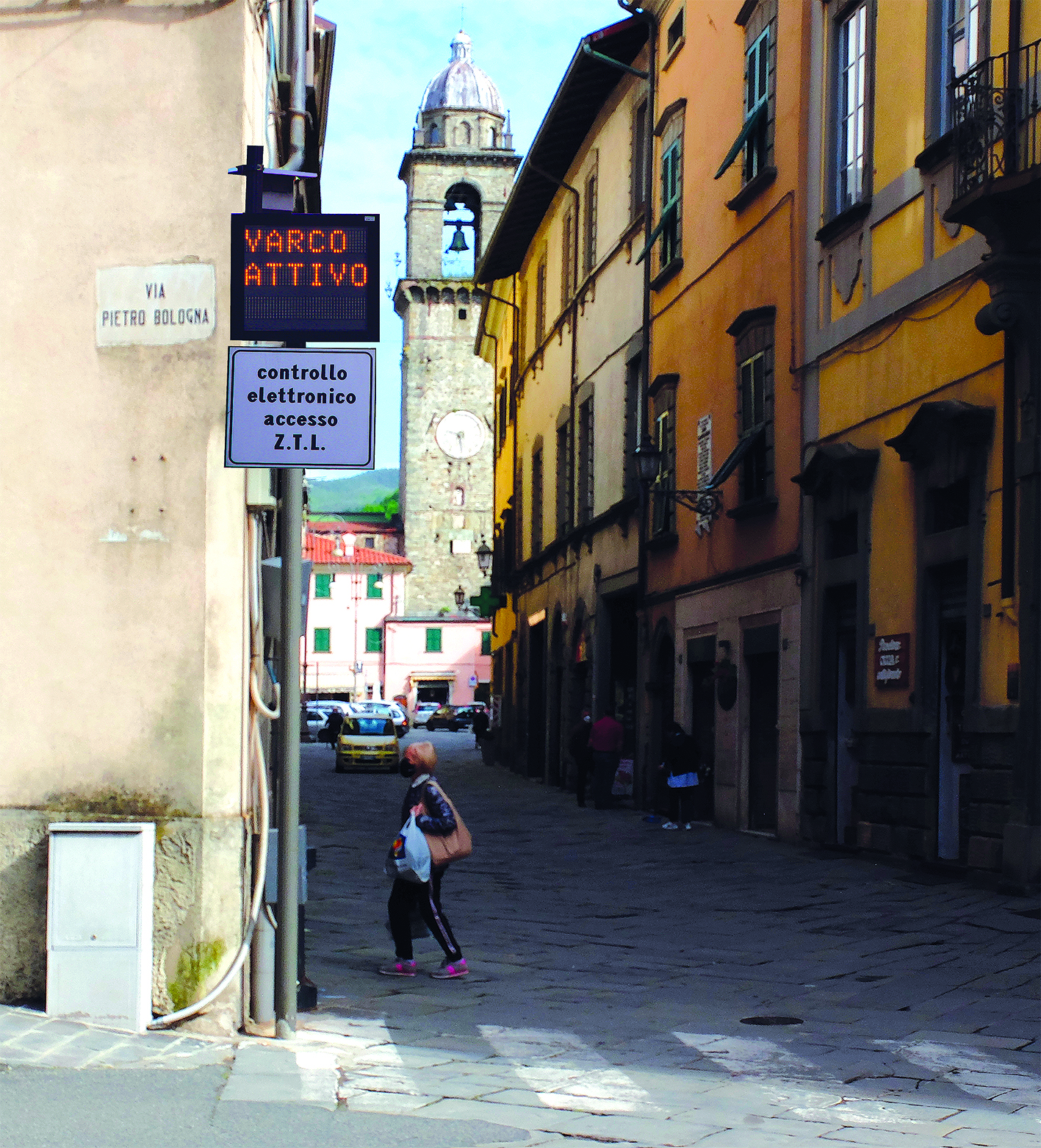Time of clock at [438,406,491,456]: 9:29
